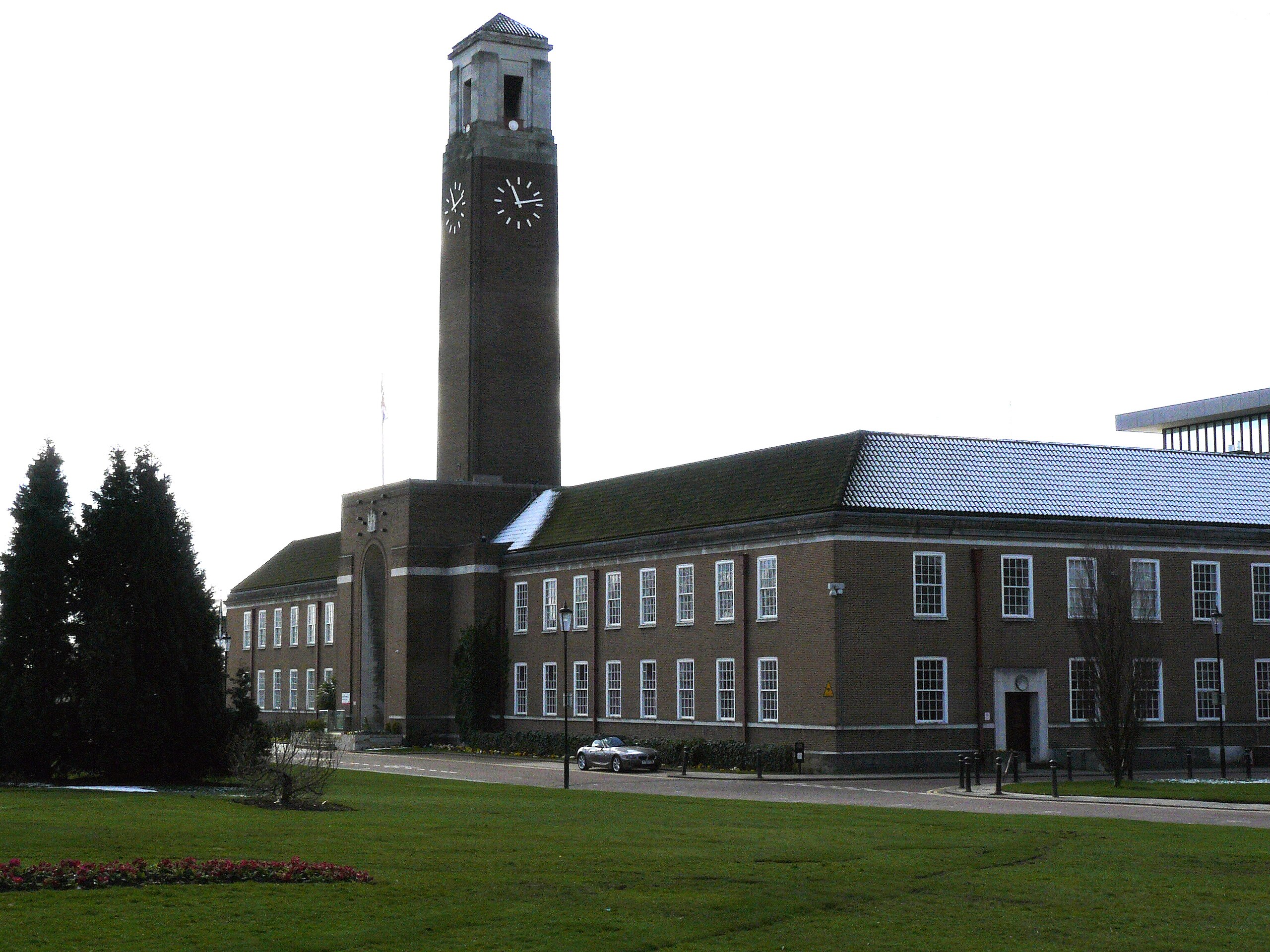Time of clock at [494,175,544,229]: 11:13
